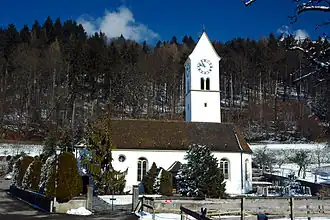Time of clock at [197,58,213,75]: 10:47
